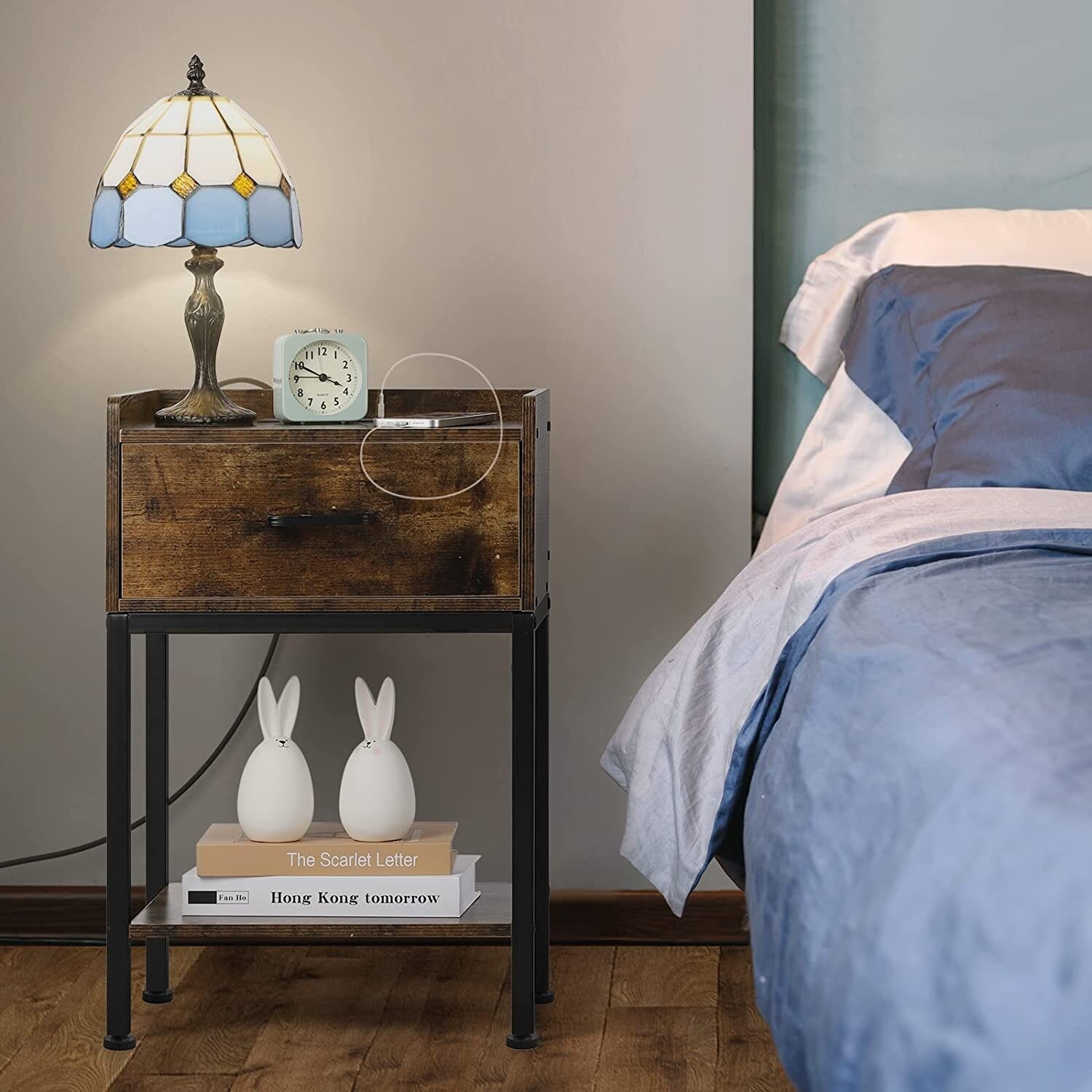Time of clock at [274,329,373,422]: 3:49
